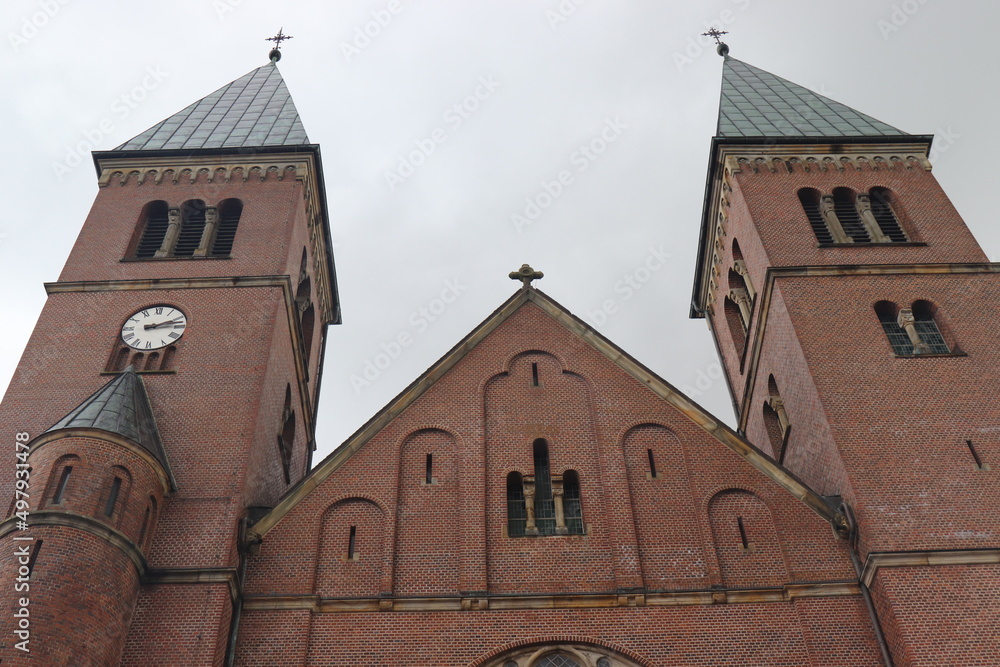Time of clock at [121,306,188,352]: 2:13
